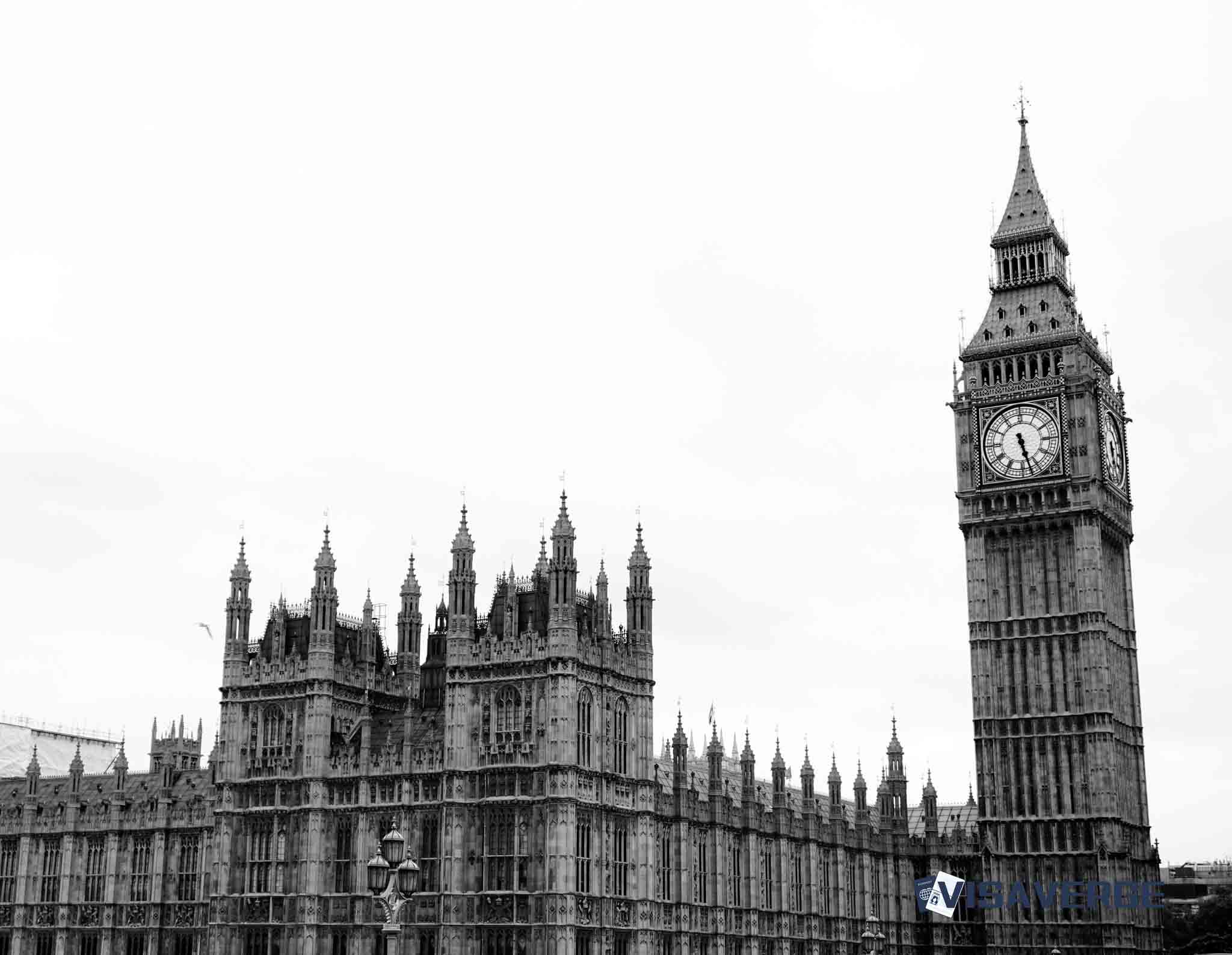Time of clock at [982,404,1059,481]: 5:27
